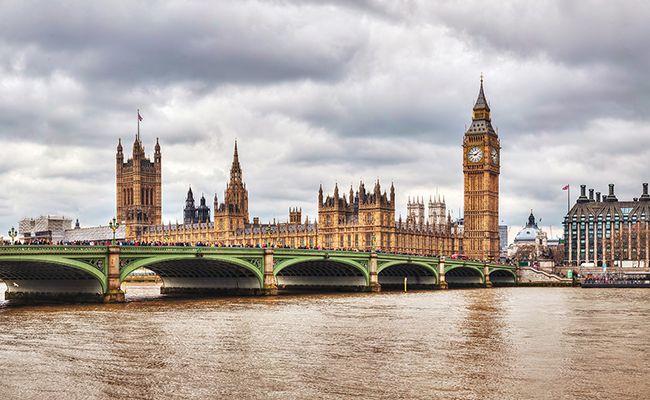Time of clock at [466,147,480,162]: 1:46
